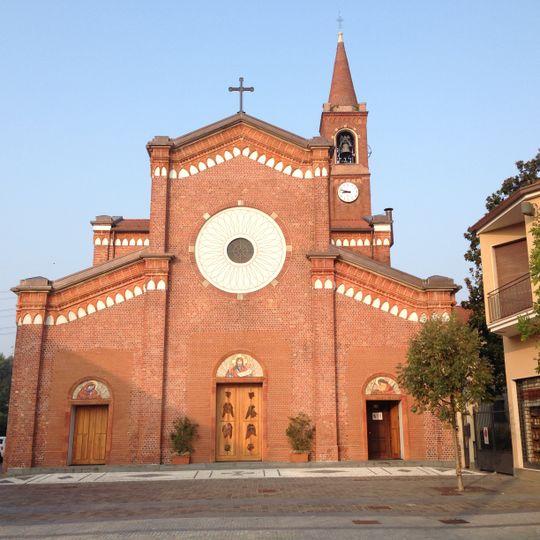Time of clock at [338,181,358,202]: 8:47
